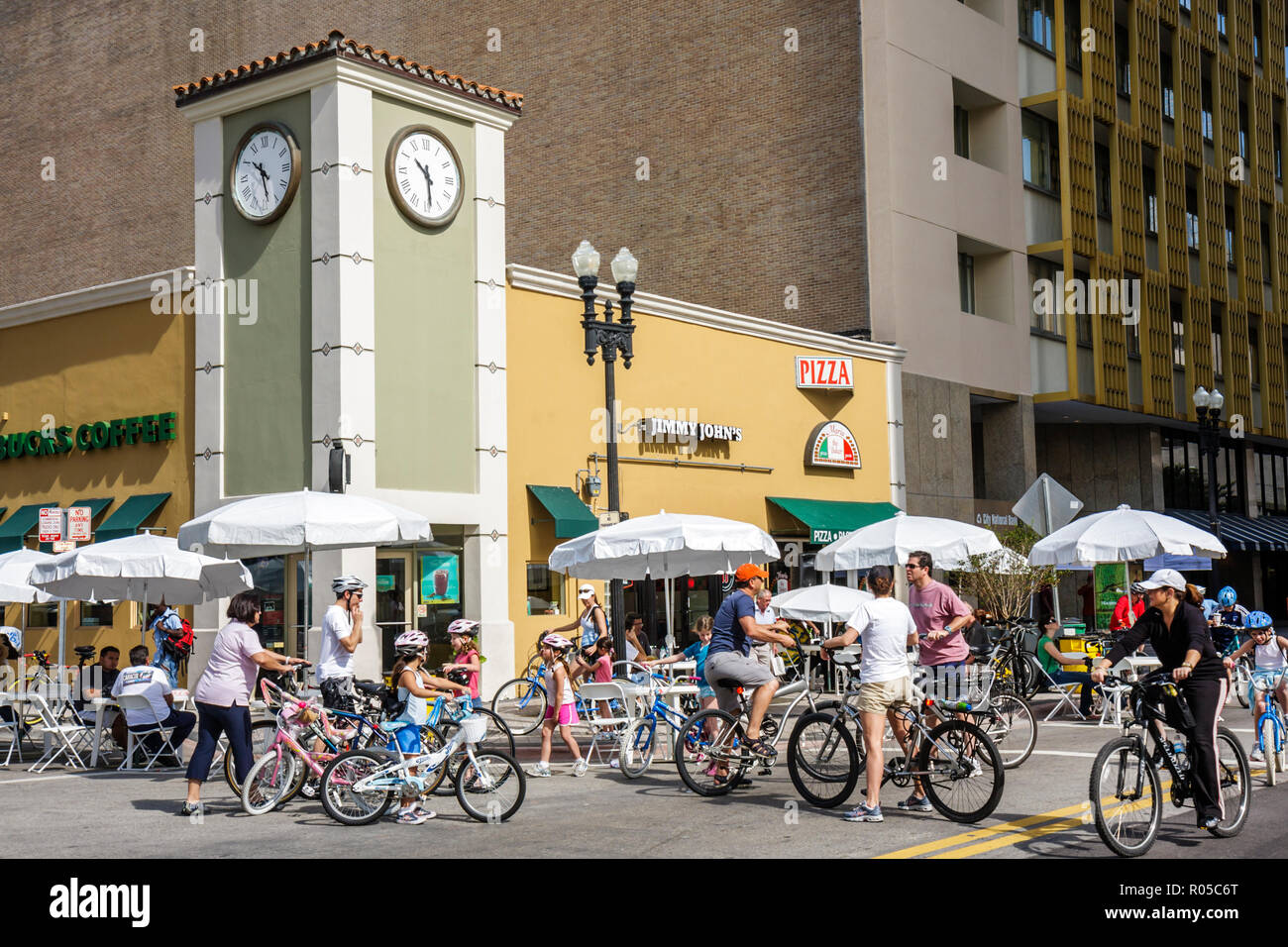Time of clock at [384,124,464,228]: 10:28
